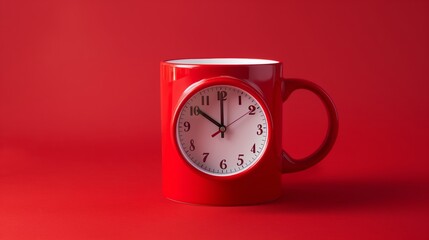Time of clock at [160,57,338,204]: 10:00
